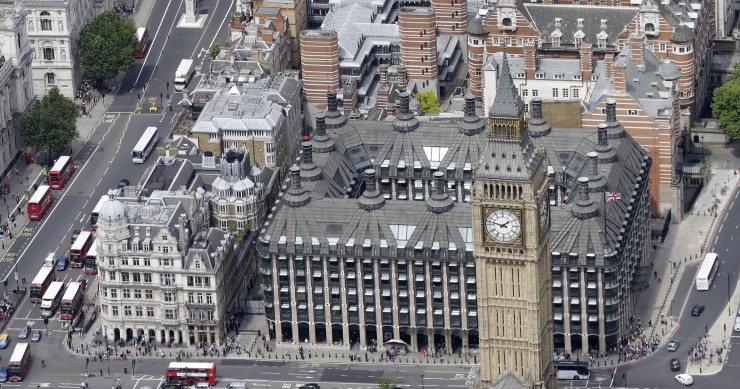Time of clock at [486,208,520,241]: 1:47
